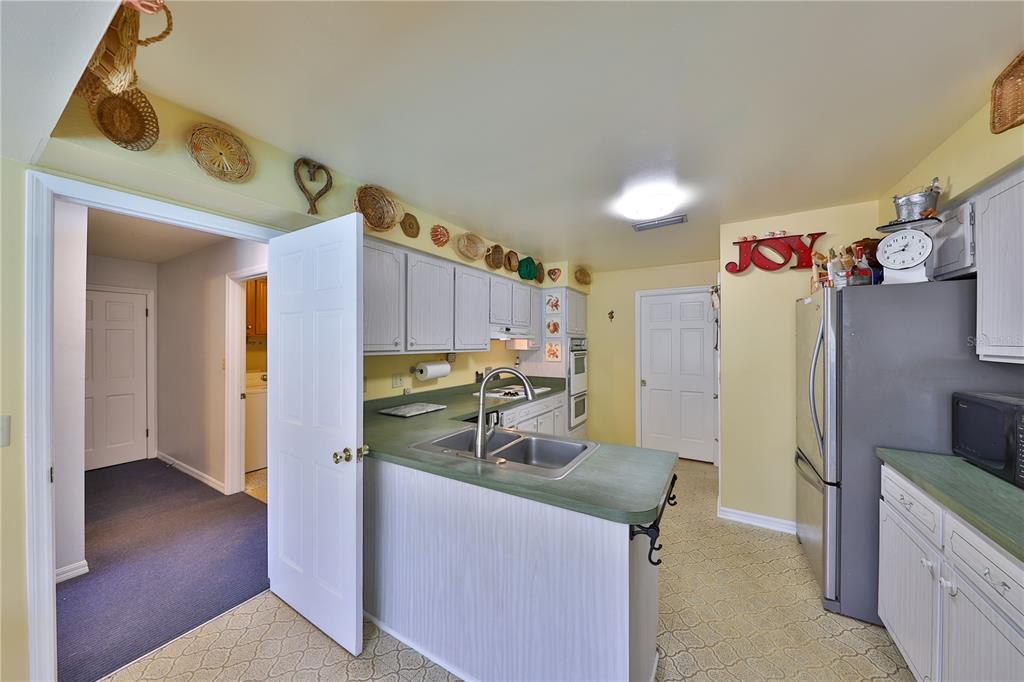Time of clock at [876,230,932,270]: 12:42
